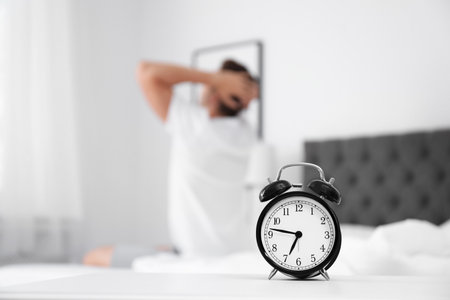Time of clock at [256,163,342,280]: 6:47
